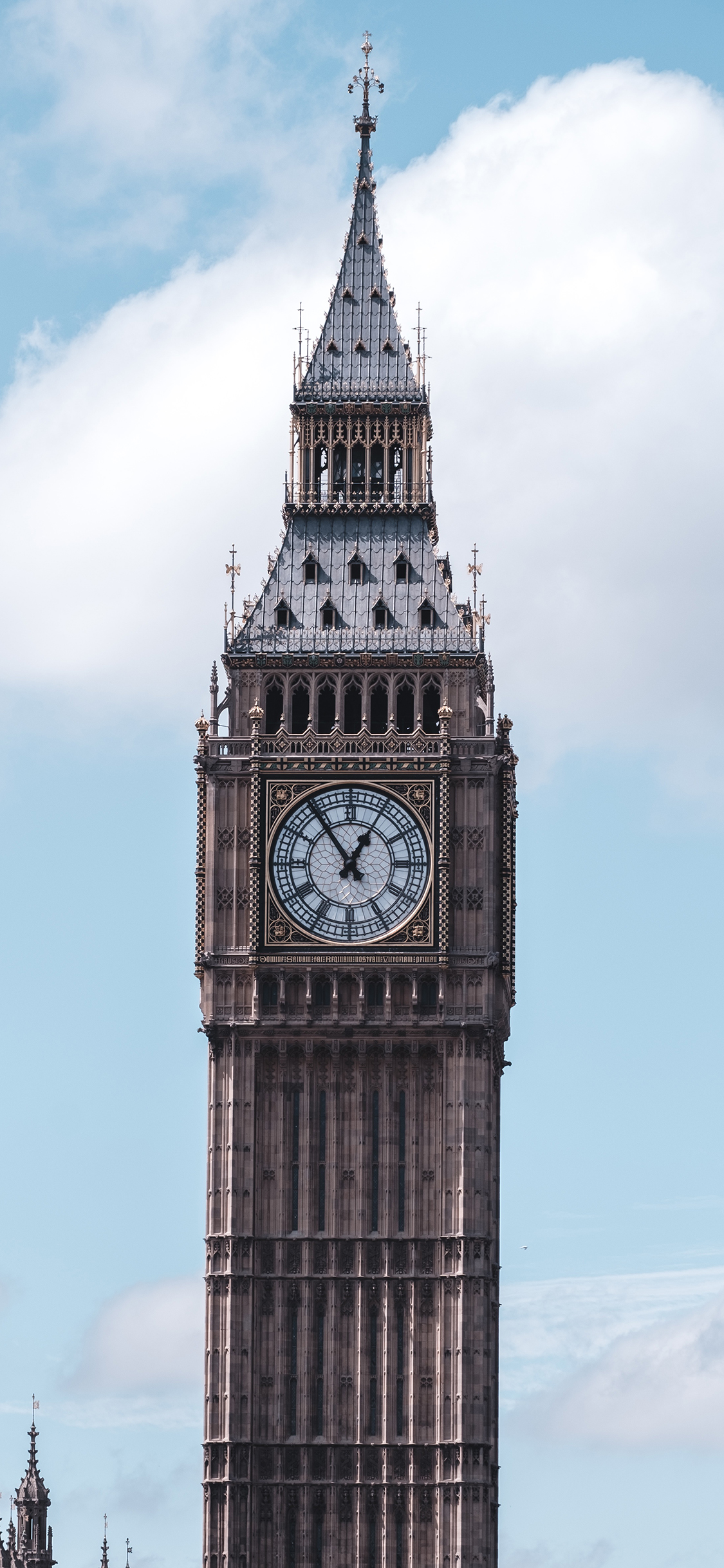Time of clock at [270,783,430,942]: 12:54
